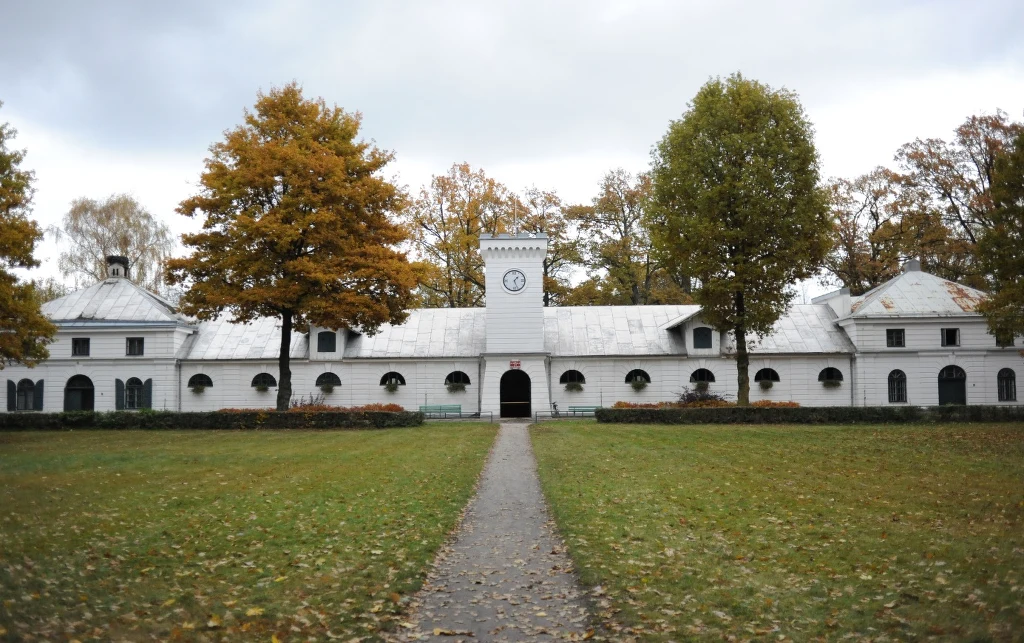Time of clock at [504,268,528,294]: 1:26
